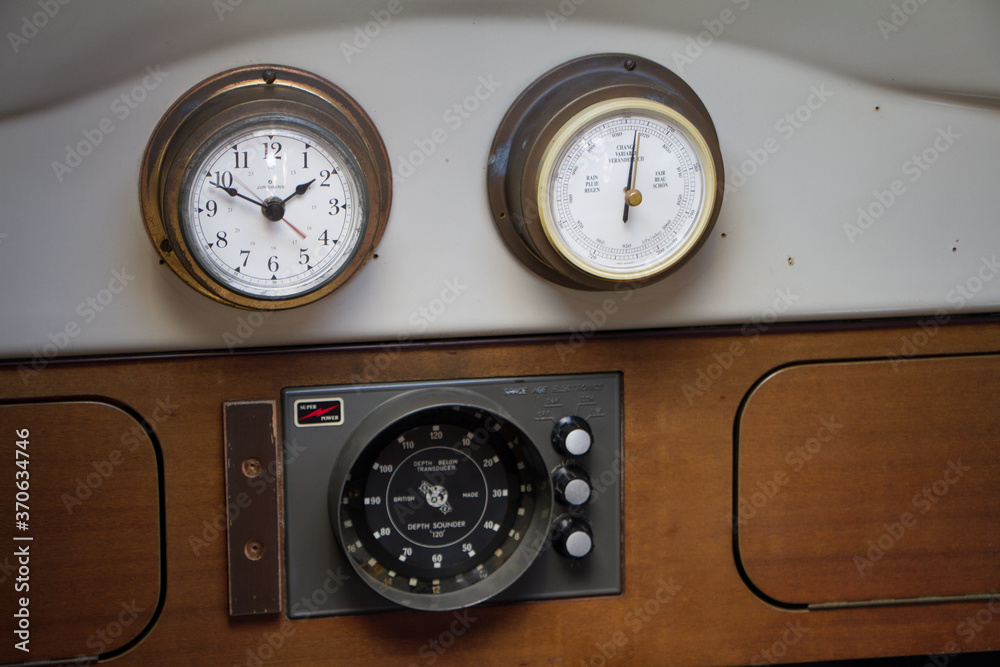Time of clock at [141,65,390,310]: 1:49
